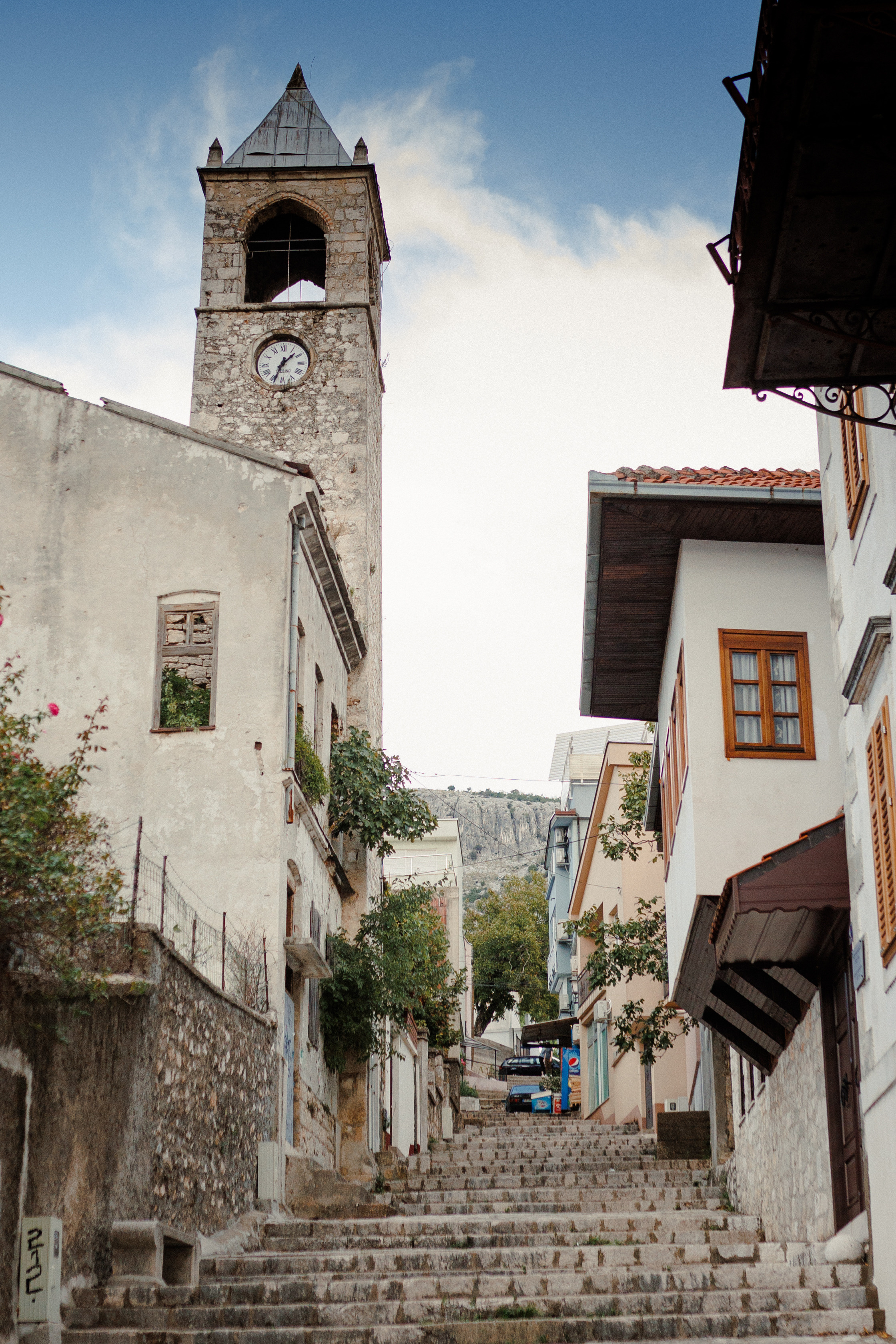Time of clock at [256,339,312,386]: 1:33
